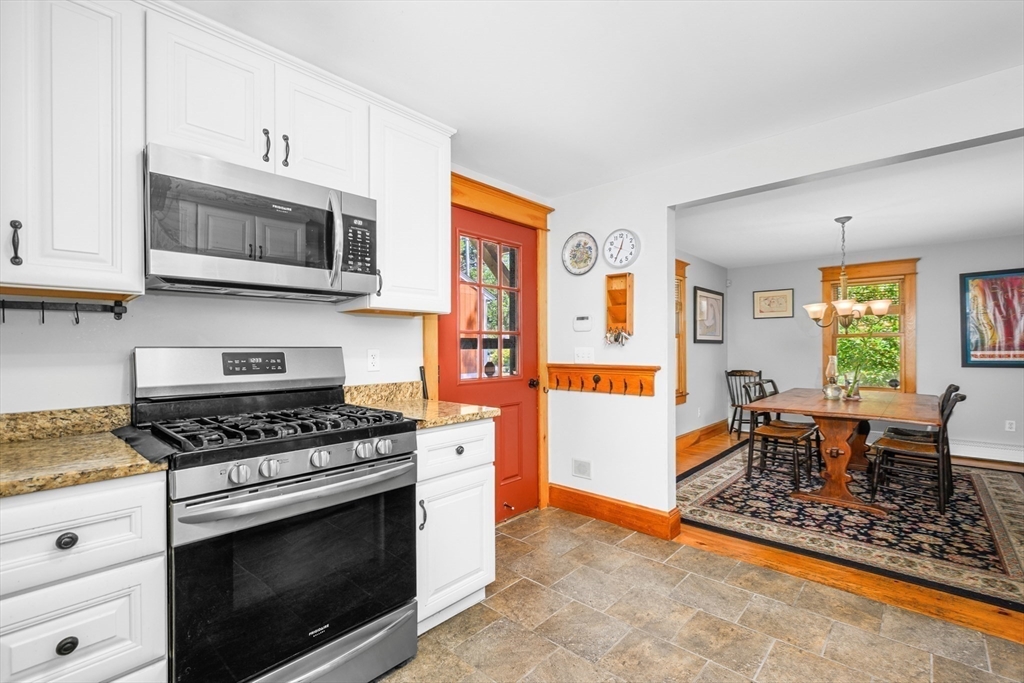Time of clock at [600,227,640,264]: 12:35
